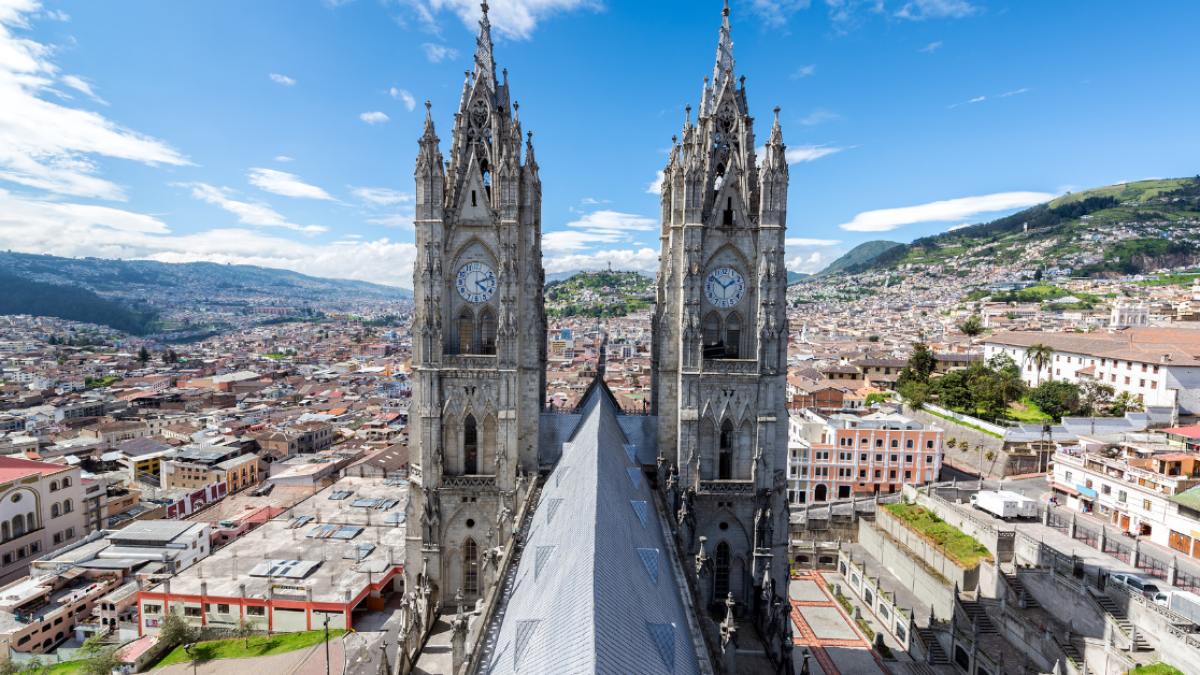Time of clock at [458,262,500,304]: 4:12
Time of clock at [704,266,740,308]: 1:51
